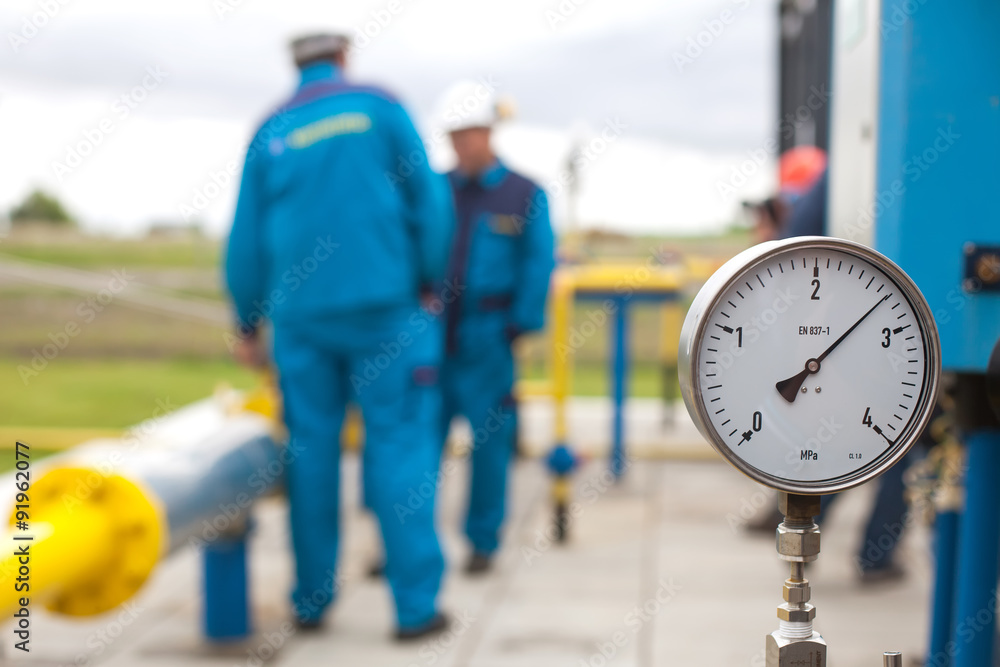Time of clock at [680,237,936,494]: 8:07
